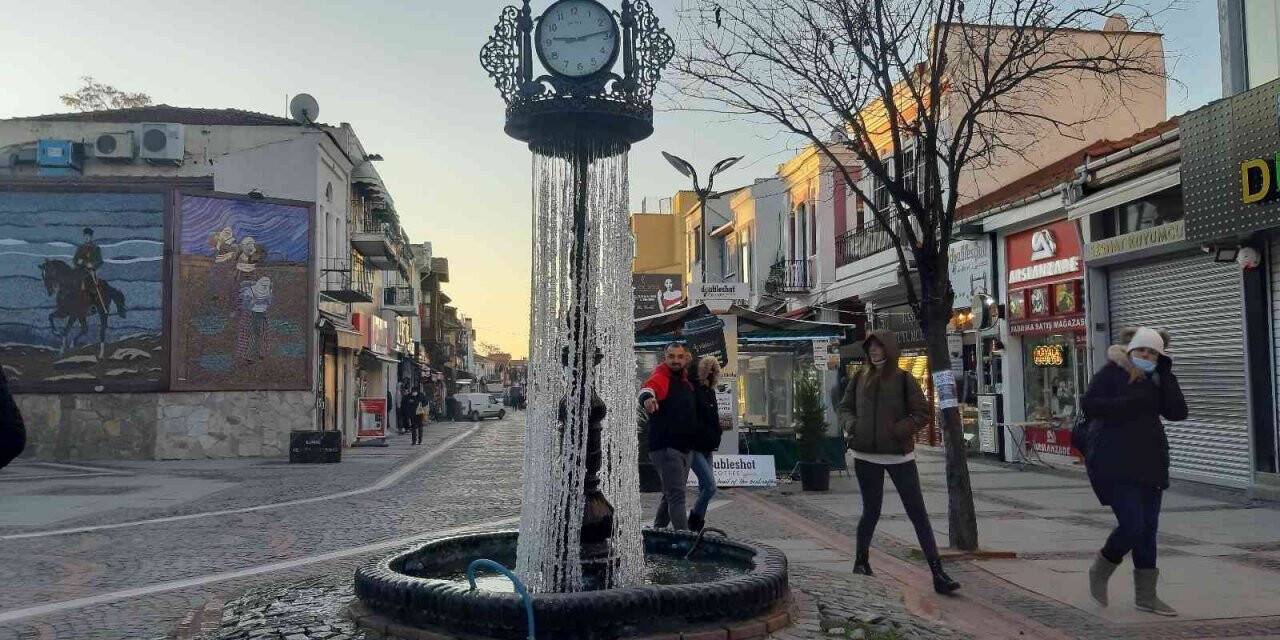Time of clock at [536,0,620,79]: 9:13
